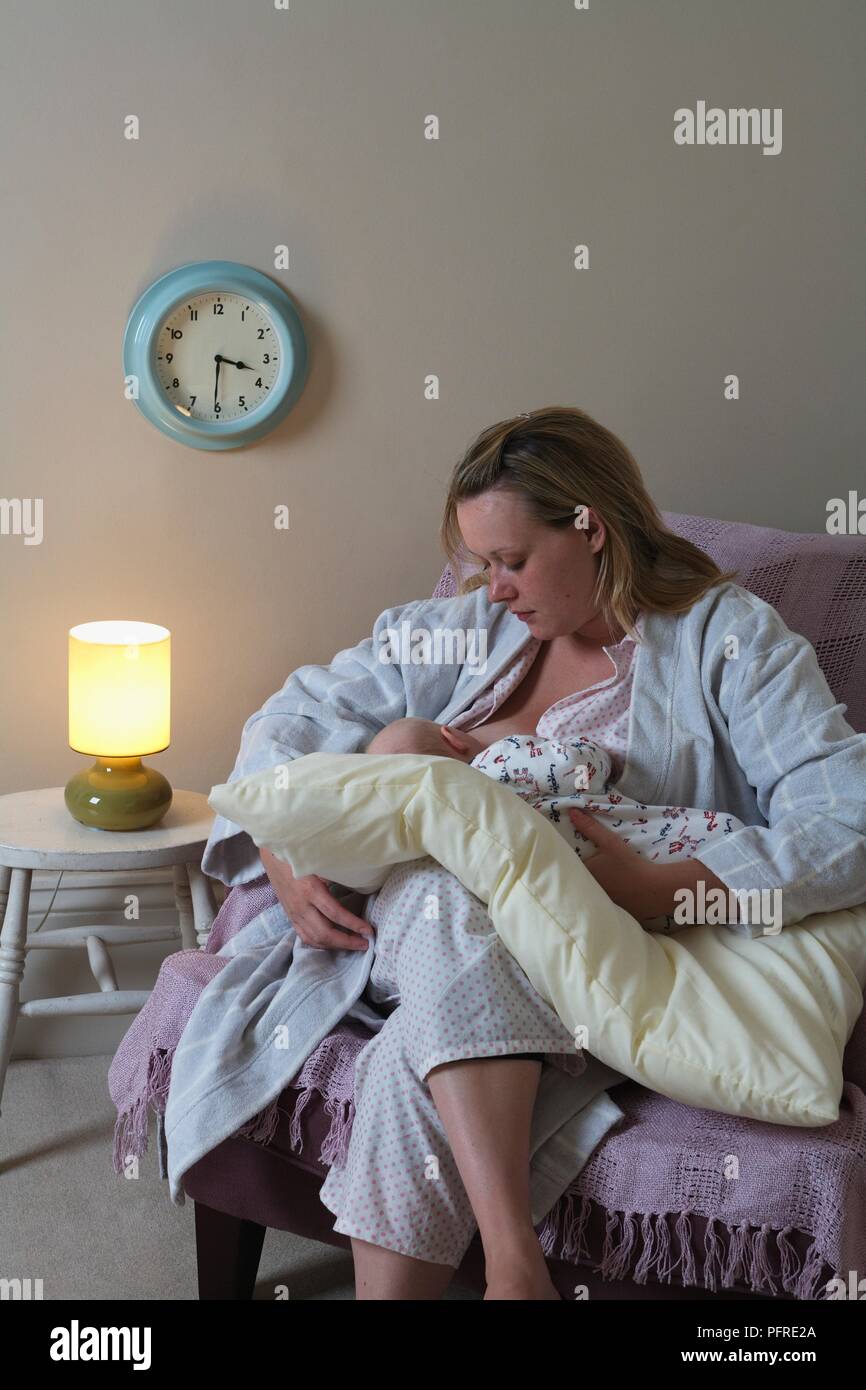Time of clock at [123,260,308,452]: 3:30
